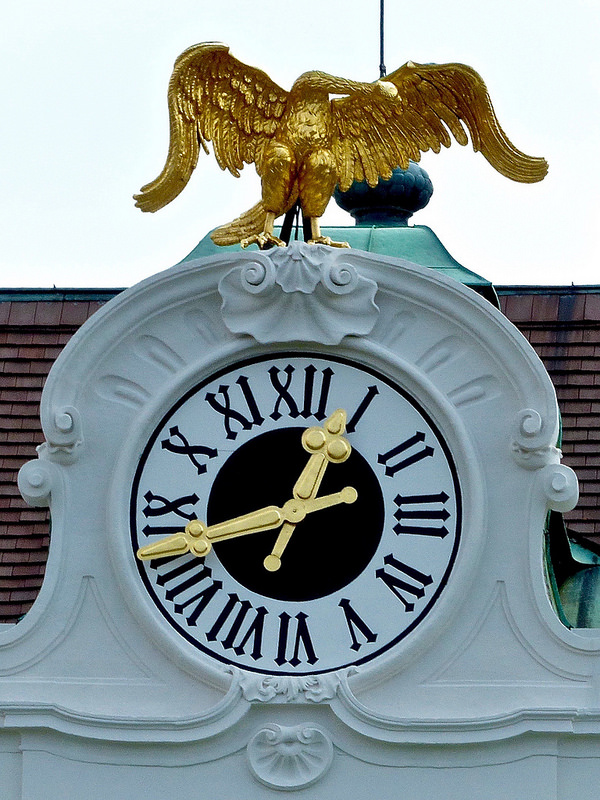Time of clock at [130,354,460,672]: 12:42
